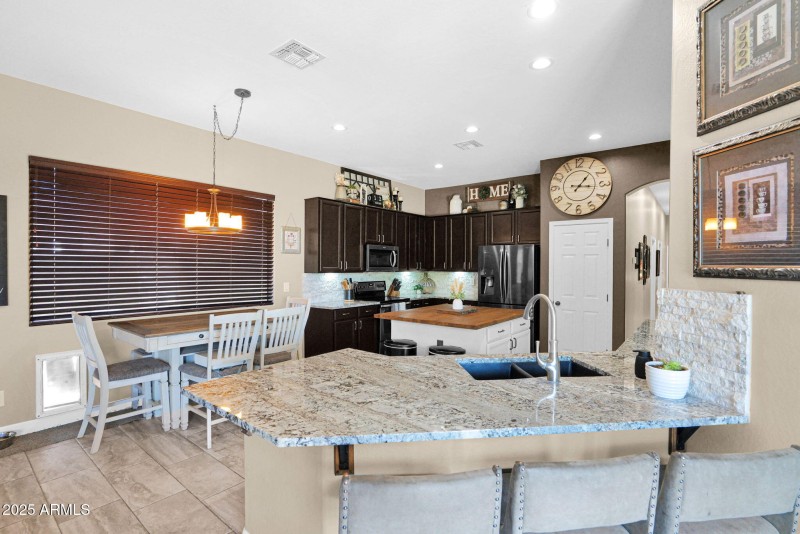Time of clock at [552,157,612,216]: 1:16
